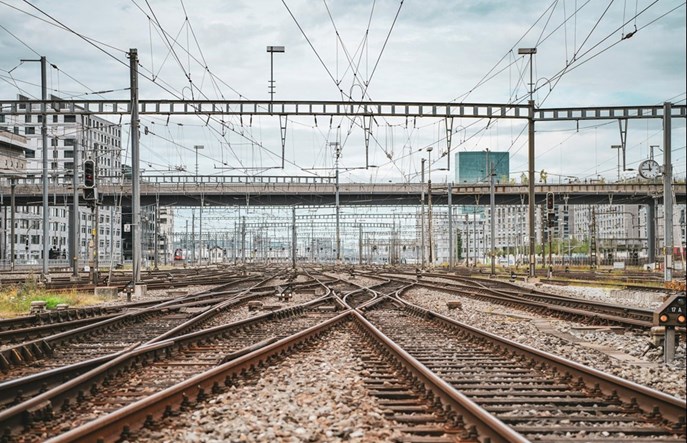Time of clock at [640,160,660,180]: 11:44
